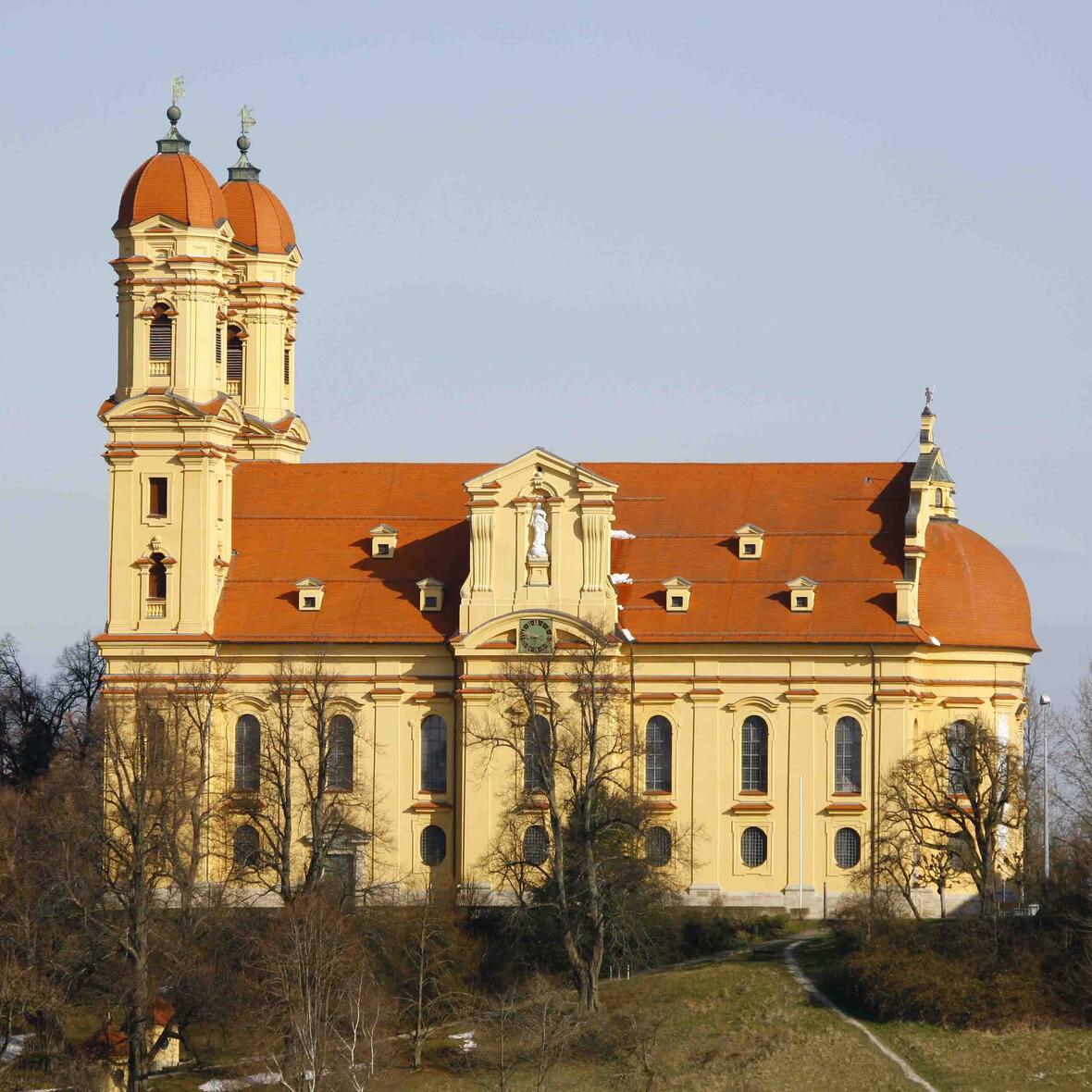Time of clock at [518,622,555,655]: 8:32
